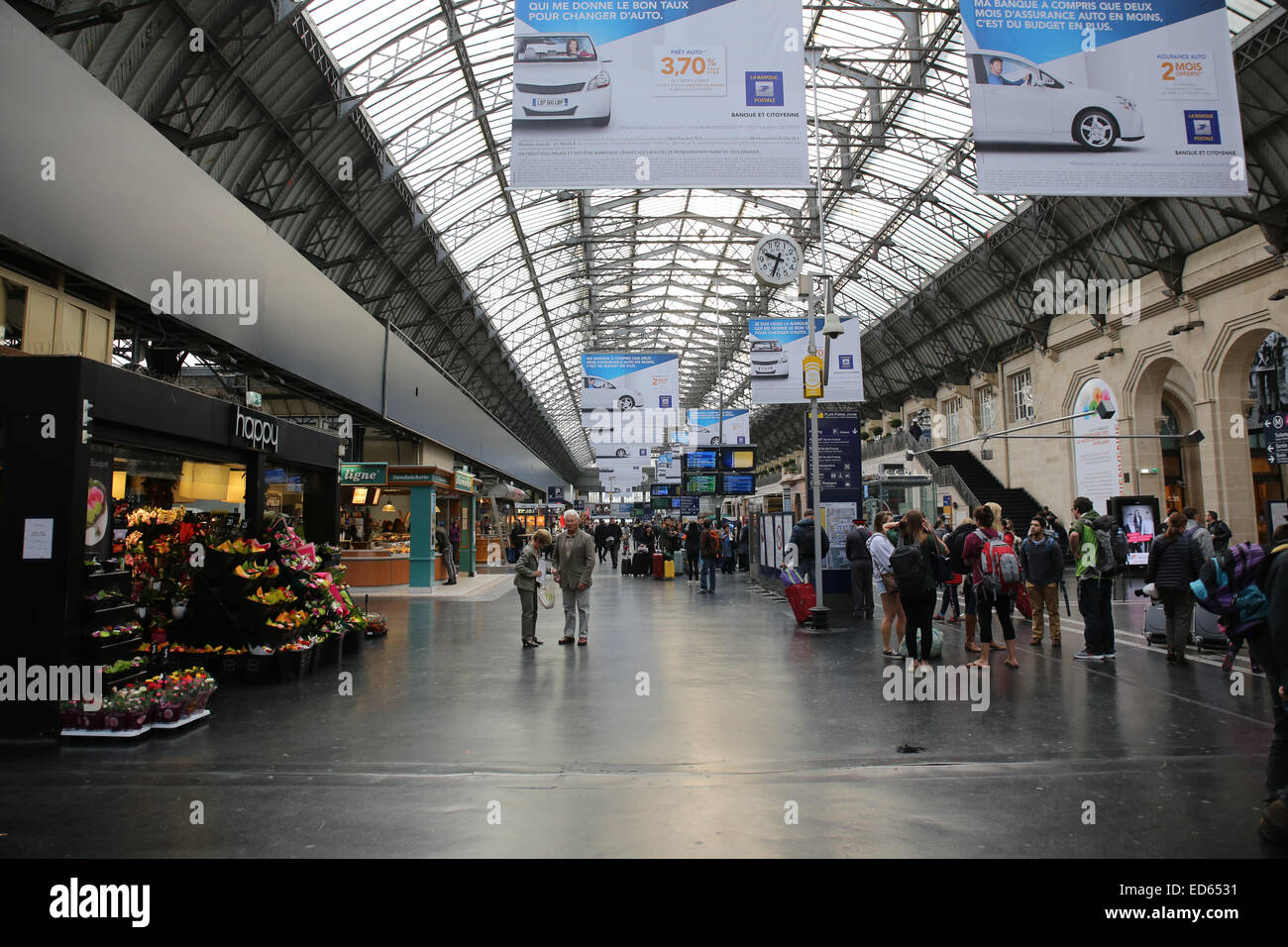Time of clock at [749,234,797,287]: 9:33
